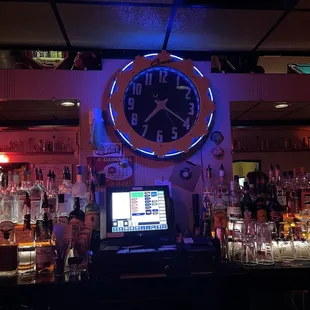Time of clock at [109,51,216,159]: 7:20
